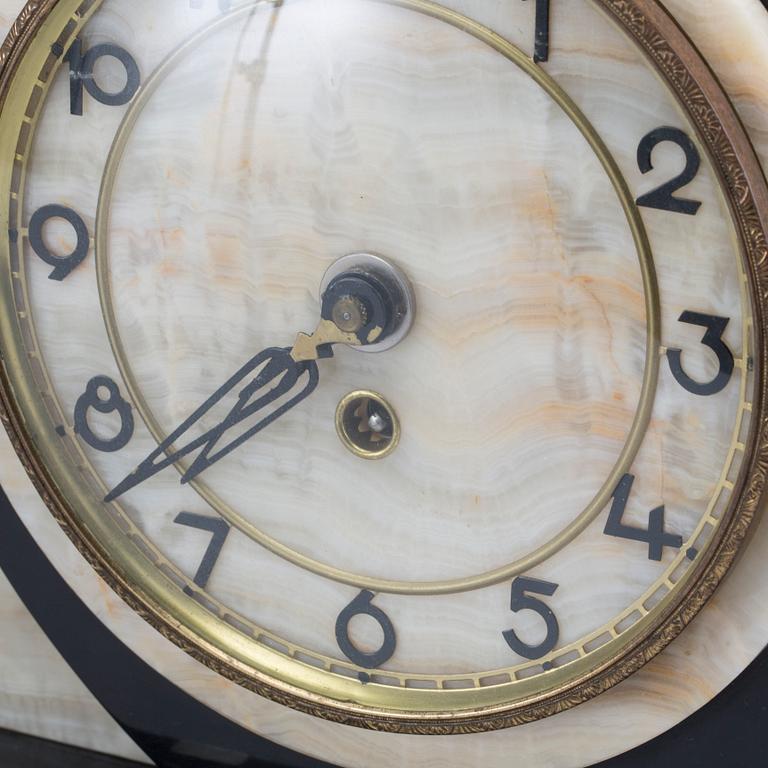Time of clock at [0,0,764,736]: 7:37
